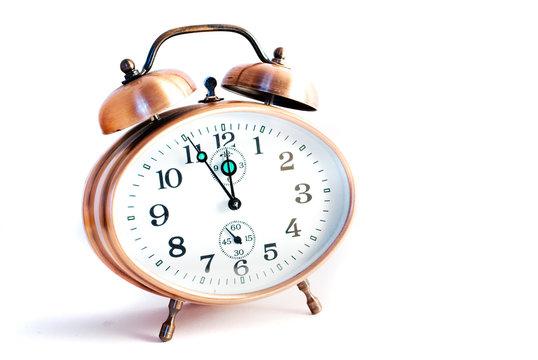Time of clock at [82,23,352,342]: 11:55
